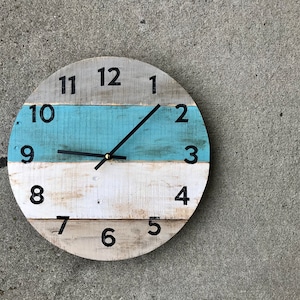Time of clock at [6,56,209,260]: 9:07
